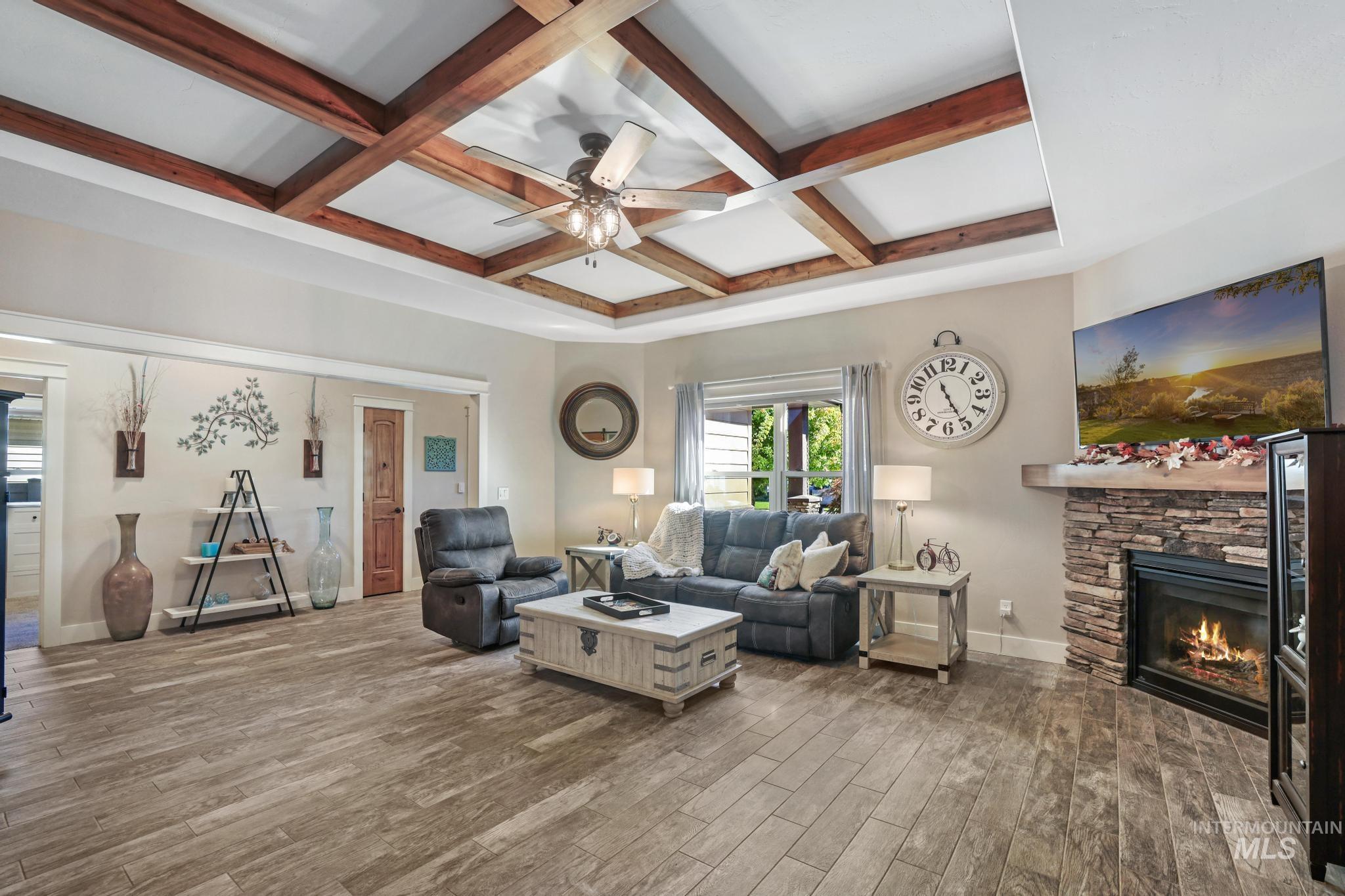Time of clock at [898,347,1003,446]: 11:25
